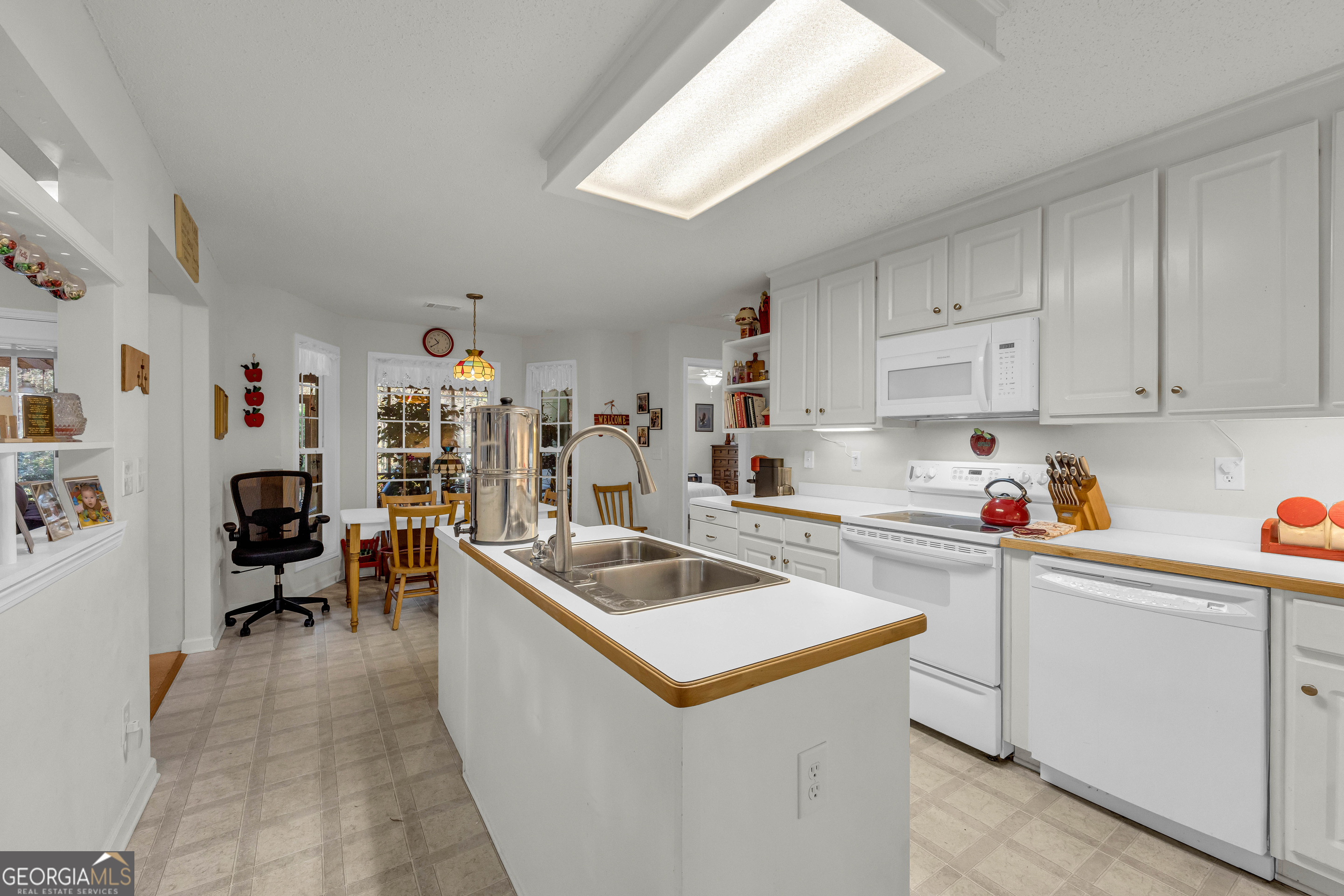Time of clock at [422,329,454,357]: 10:39
